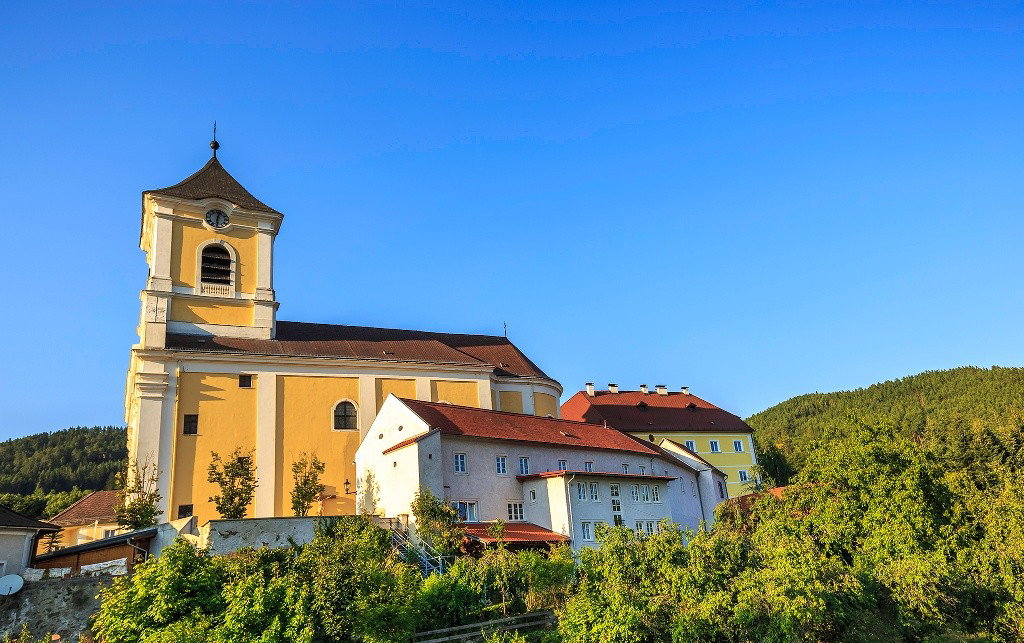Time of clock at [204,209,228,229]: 6:03
